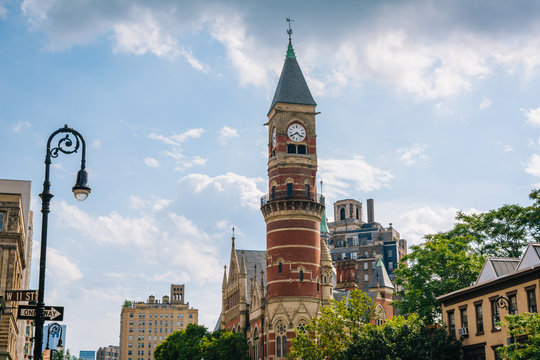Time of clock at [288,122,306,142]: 4:39
